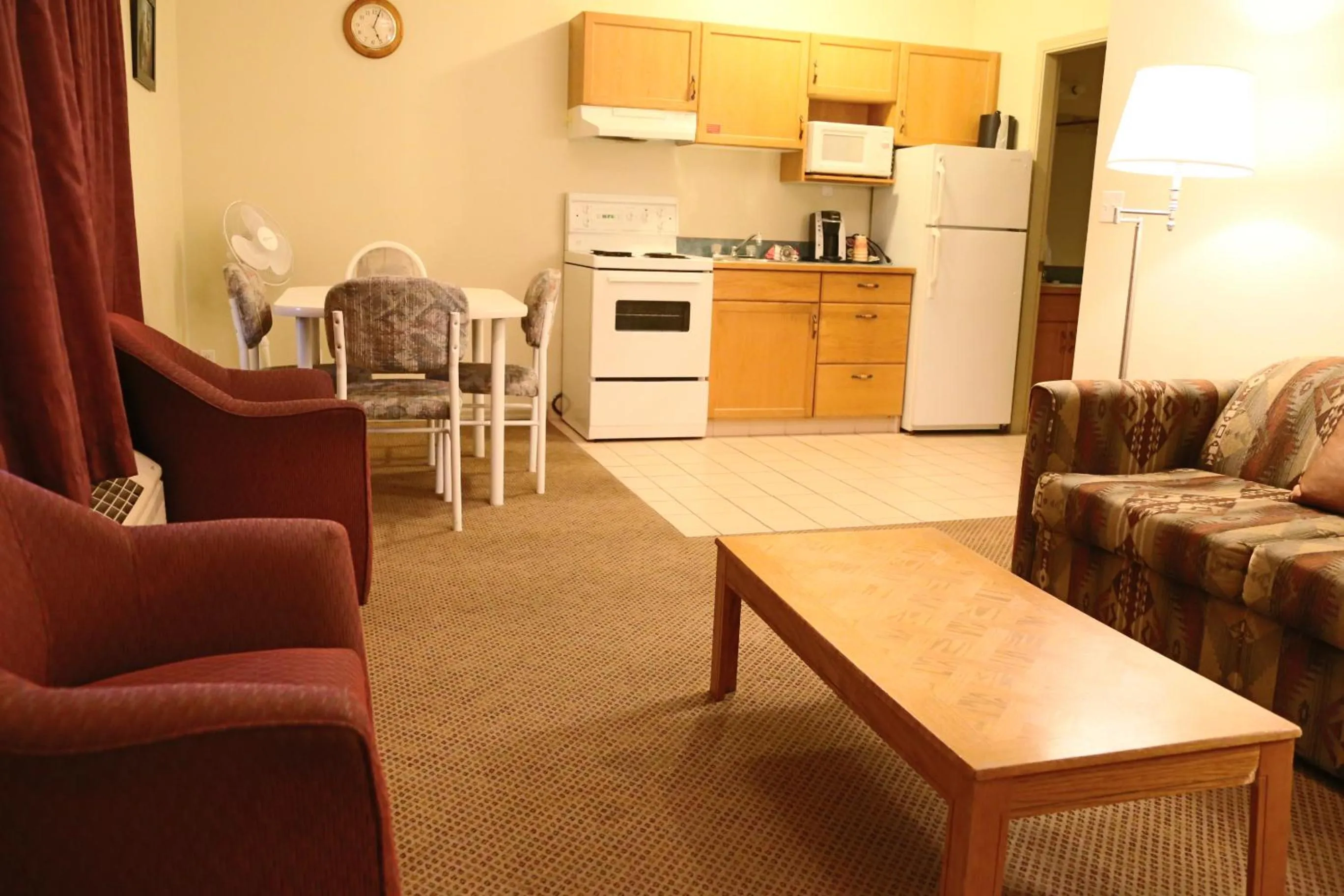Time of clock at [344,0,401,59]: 5:03
